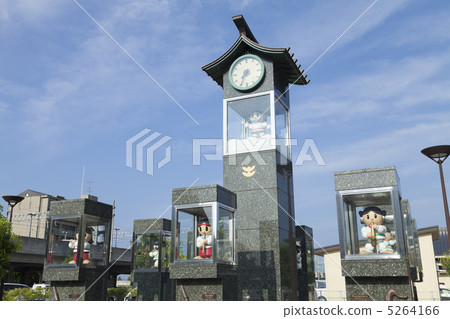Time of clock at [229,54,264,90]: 7:34
